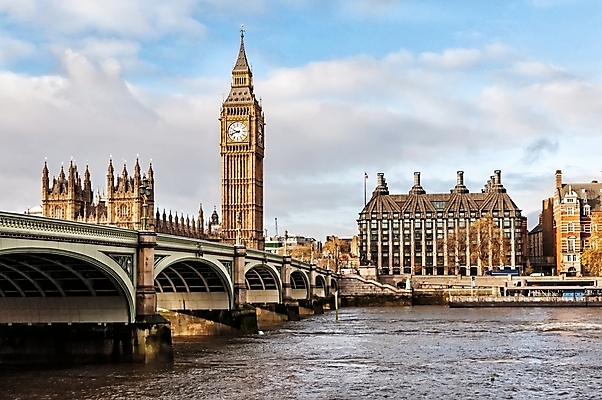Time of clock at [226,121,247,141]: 9:42
